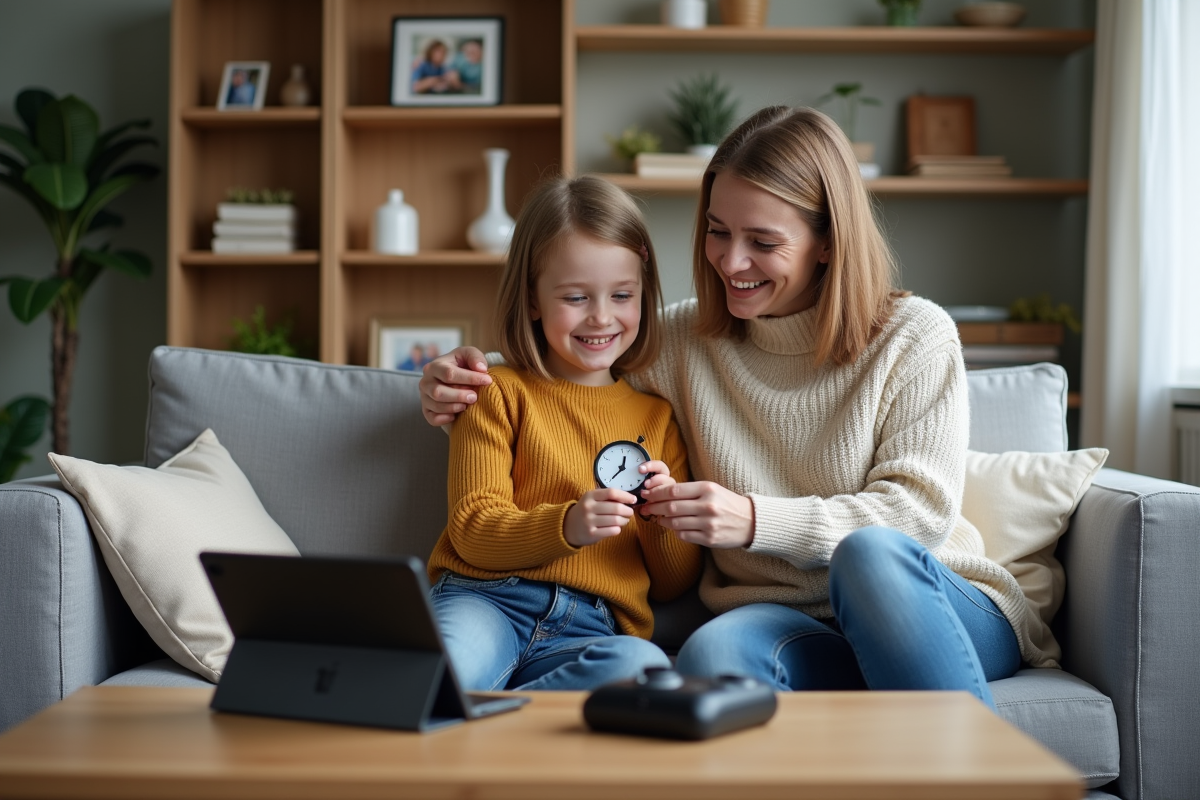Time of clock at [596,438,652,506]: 12:37
